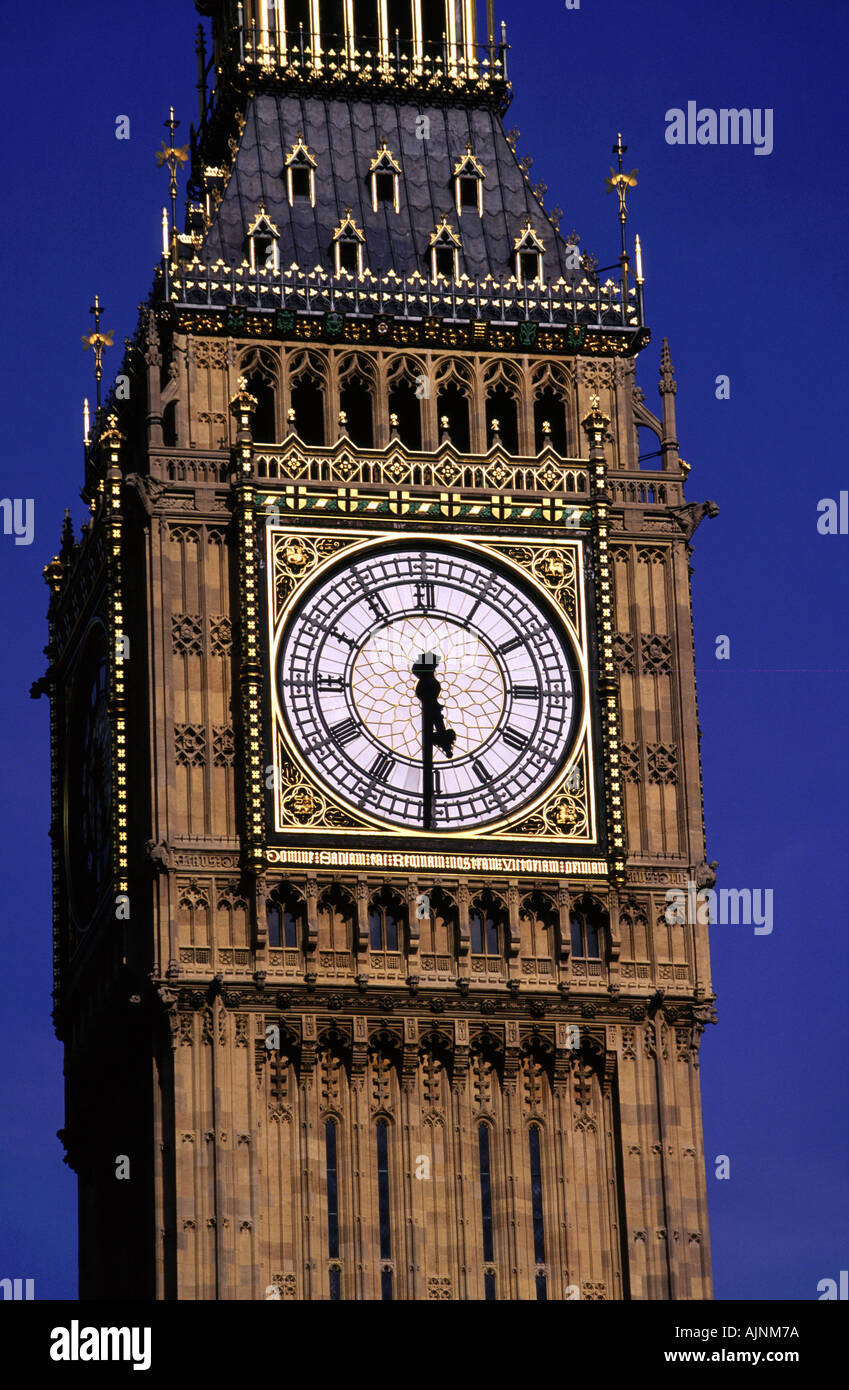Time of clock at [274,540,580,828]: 5:30
